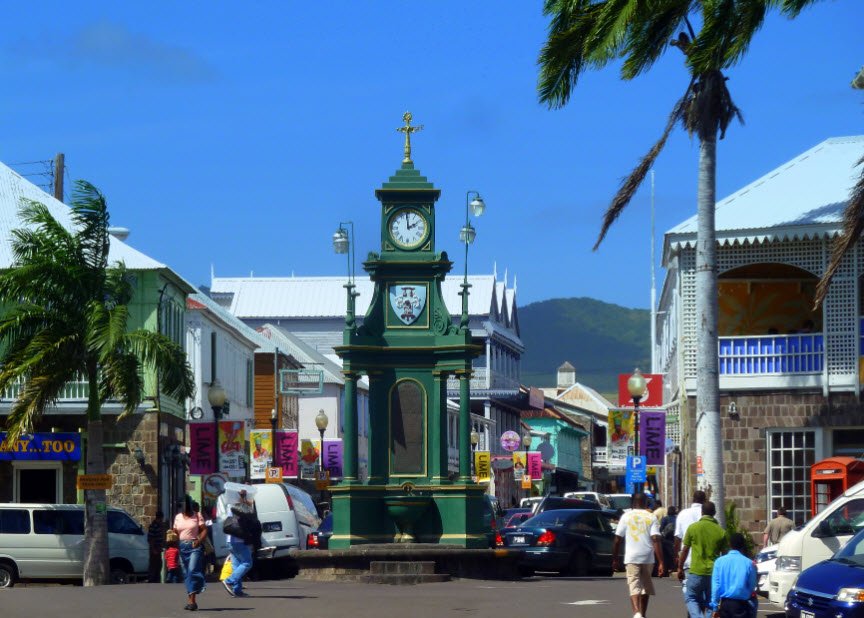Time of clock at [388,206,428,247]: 1:59
